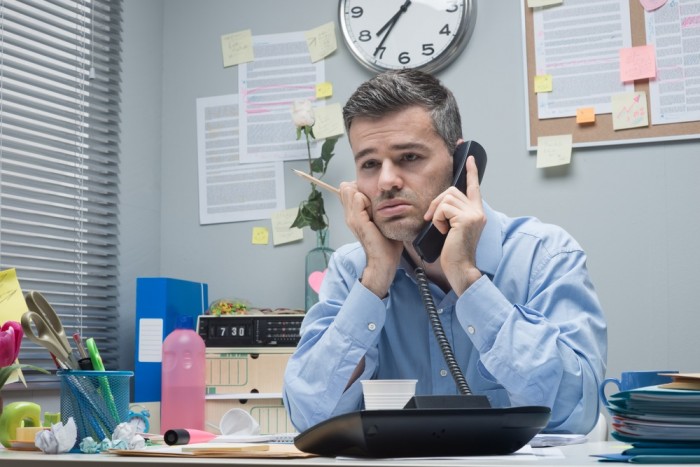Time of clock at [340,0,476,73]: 7:35
